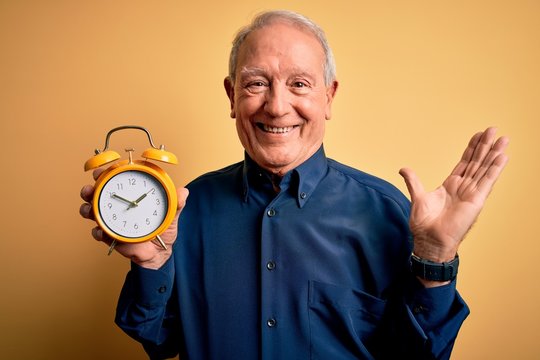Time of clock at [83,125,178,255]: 1:50
